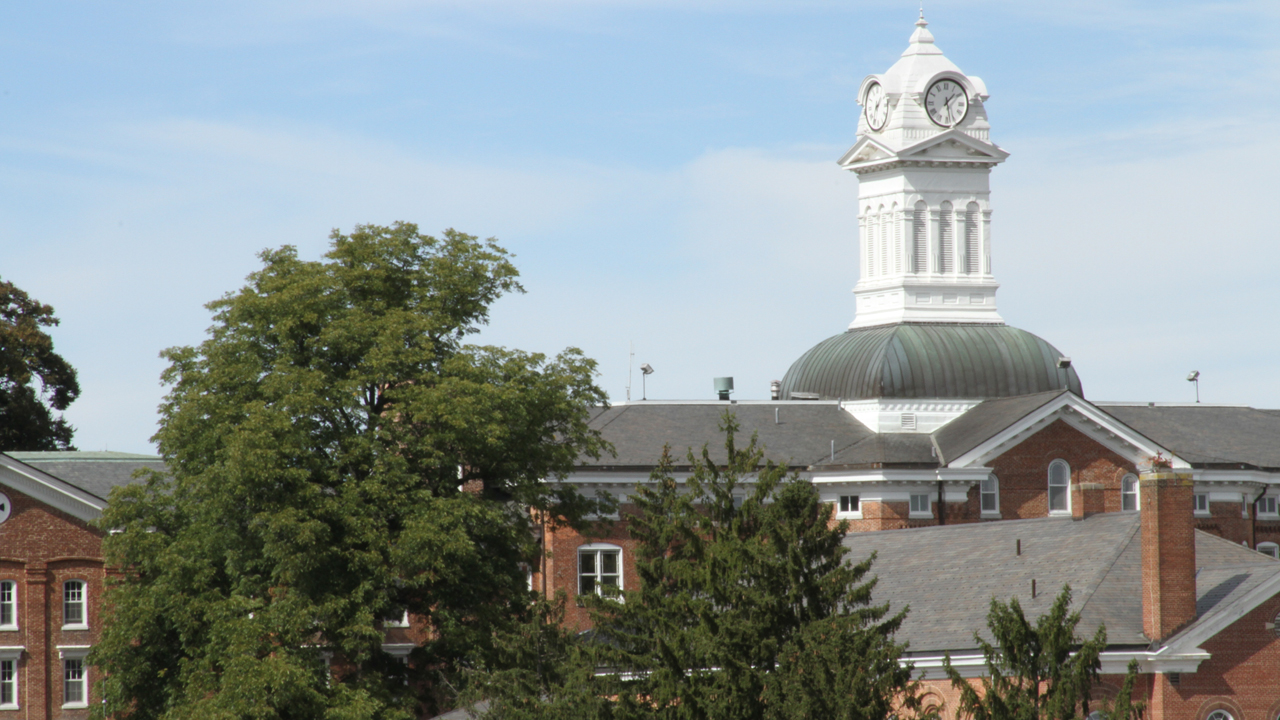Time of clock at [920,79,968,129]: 1:28
